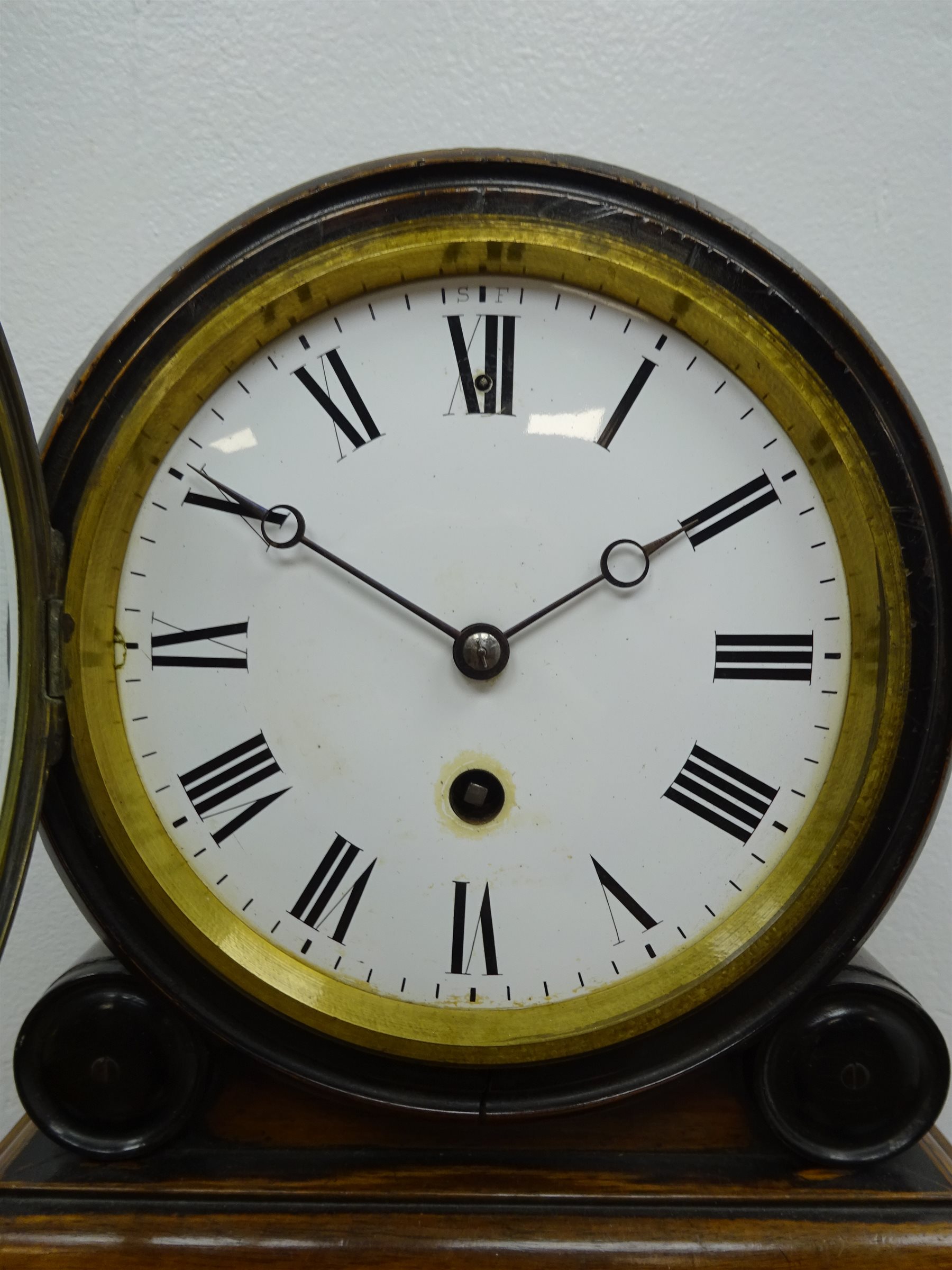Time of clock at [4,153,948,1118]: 1:50
